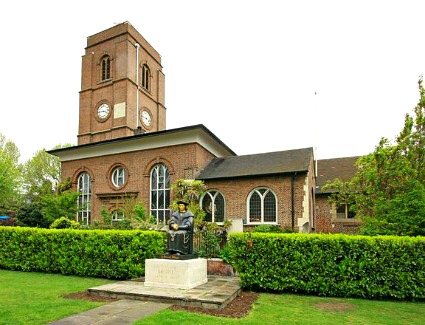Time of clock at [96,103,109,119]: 3:45
